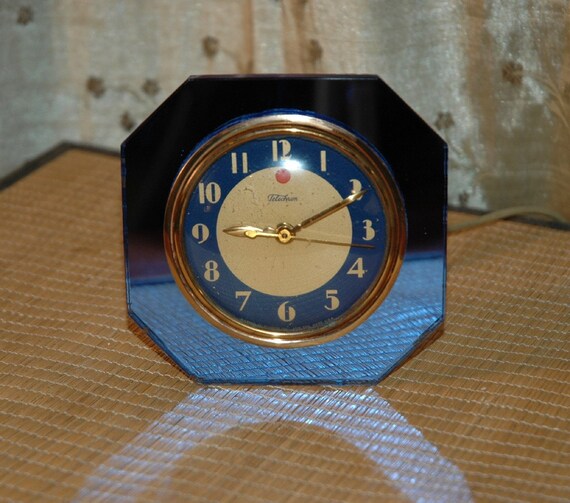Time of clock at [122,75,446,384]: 9:10
